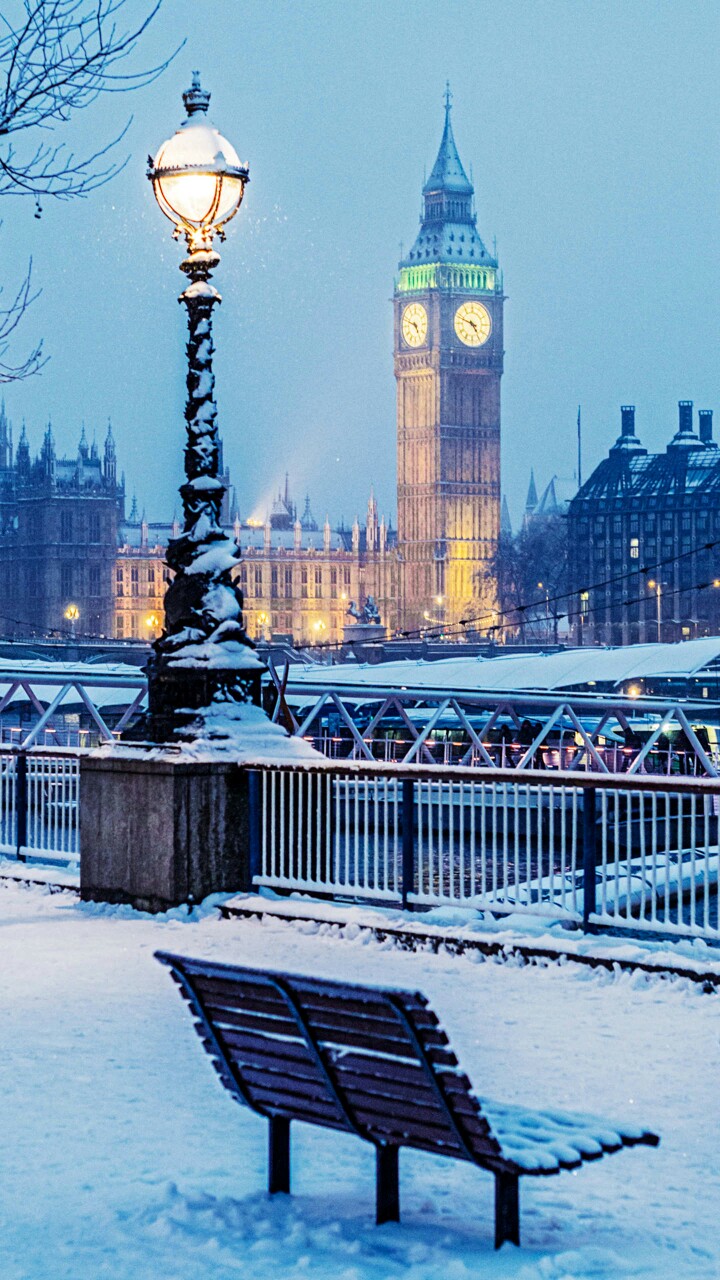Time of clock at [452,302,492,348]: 4:48
